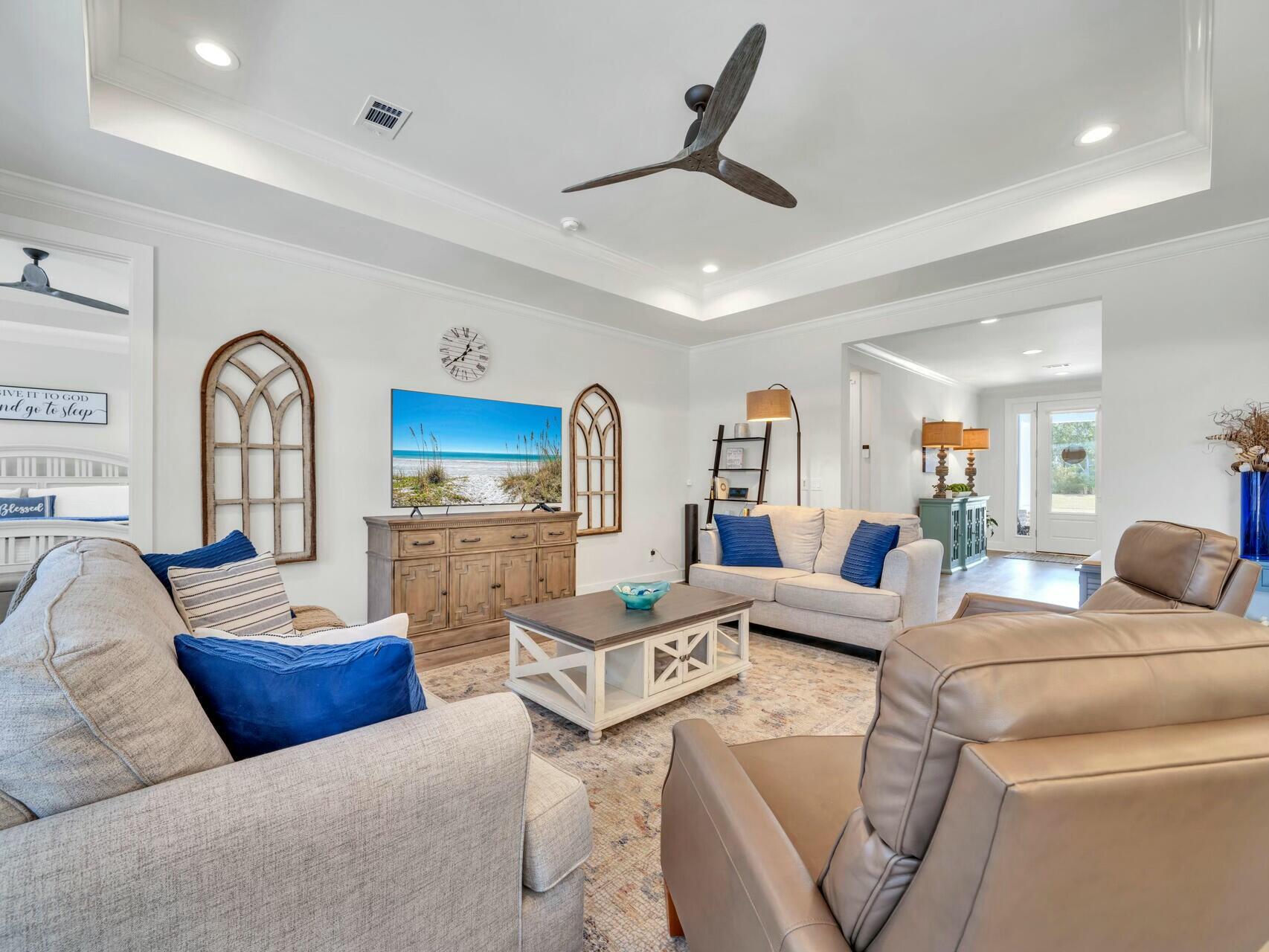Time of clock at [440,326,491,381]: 12:38
